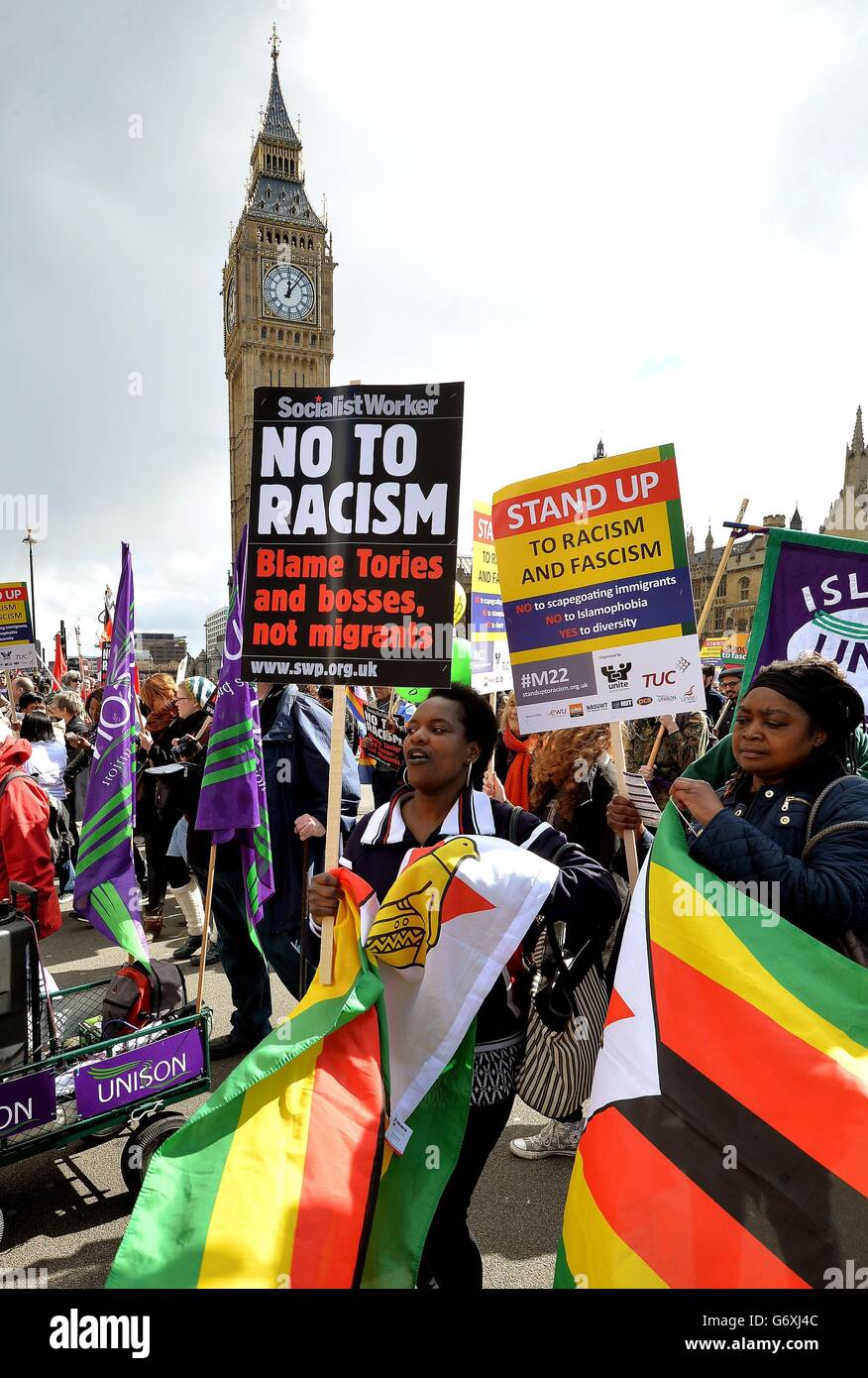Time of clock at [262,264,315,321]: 12:06
